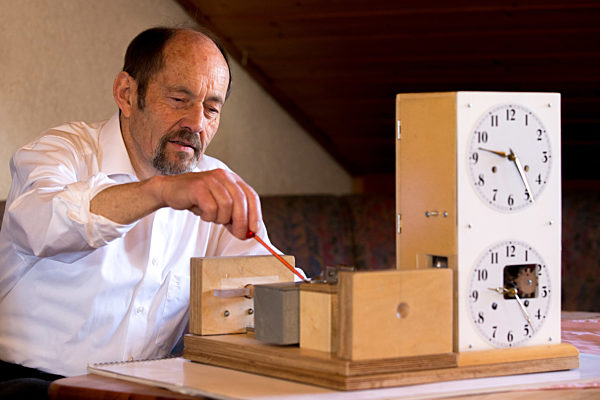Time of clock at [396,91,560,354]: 4:46
